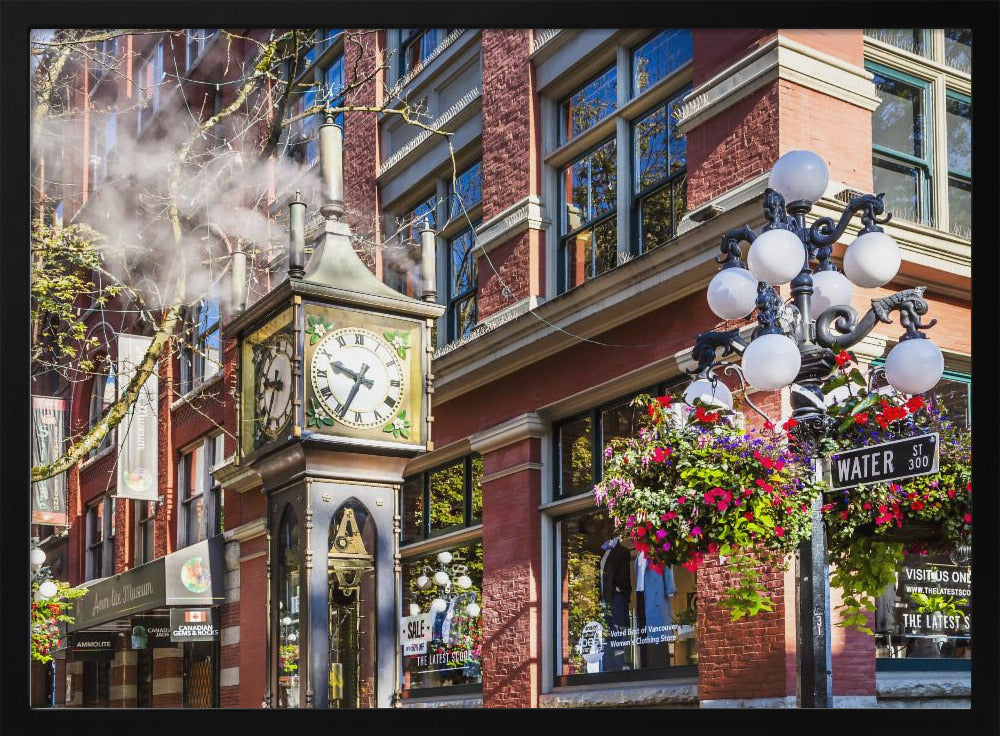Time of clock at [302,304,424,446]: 9:34
